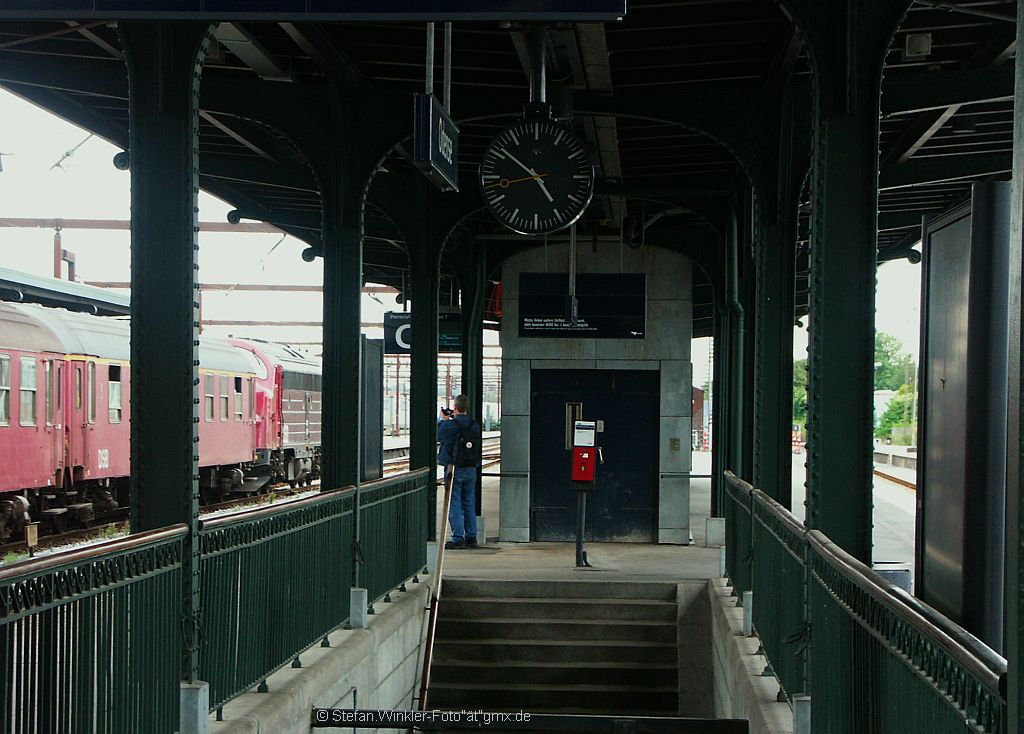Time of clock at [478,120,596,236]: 4:51
